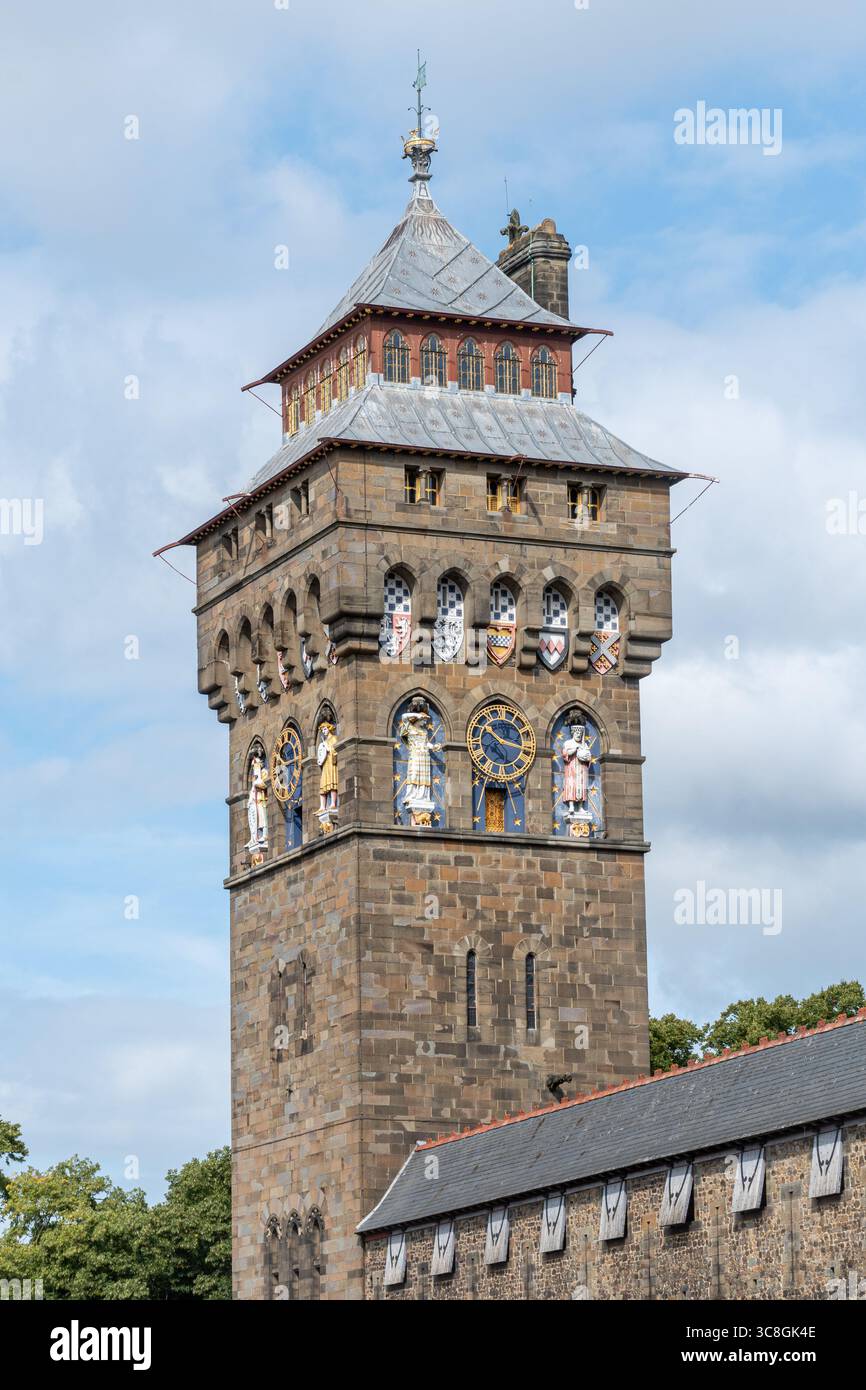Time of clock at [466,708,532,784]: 10:17
